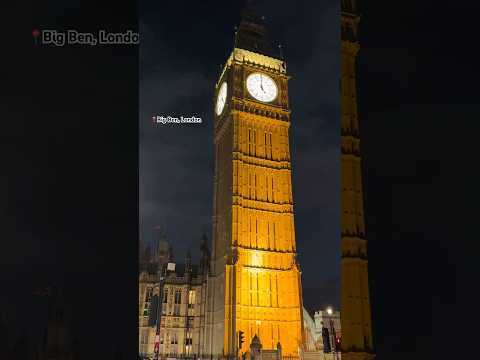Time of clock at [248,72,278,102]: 5:00
